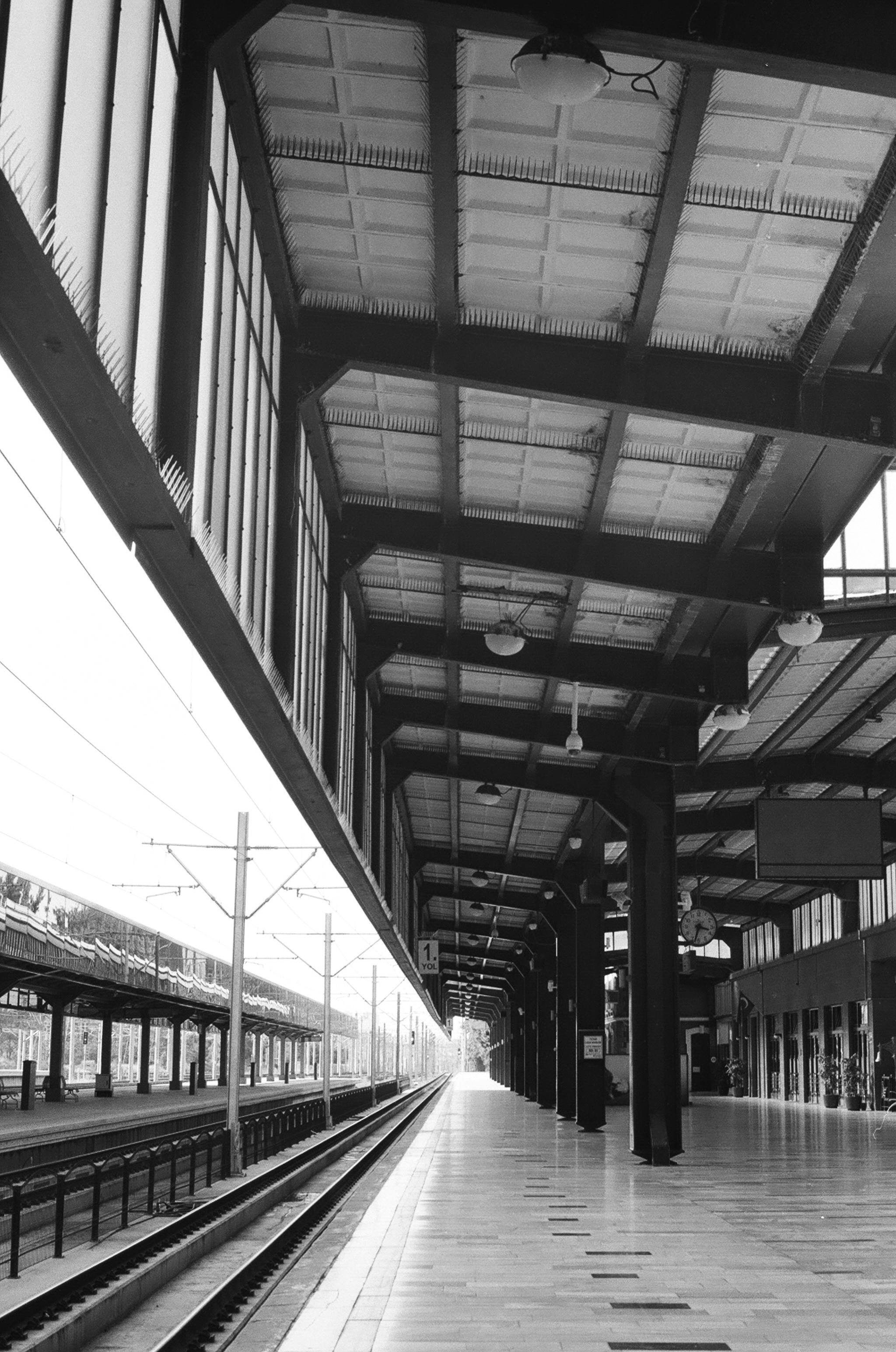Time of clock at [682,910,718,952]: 3:33
